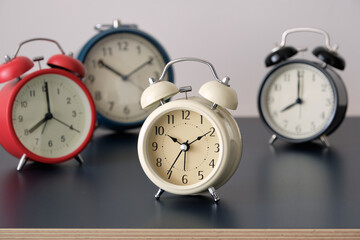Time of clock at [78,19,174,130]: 10:09
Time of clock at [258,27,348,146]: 8:00
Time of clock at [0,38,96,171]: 8:00
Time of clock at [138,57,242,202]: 10:10
